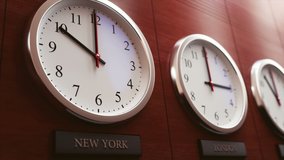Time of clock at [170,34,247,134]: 3:00
